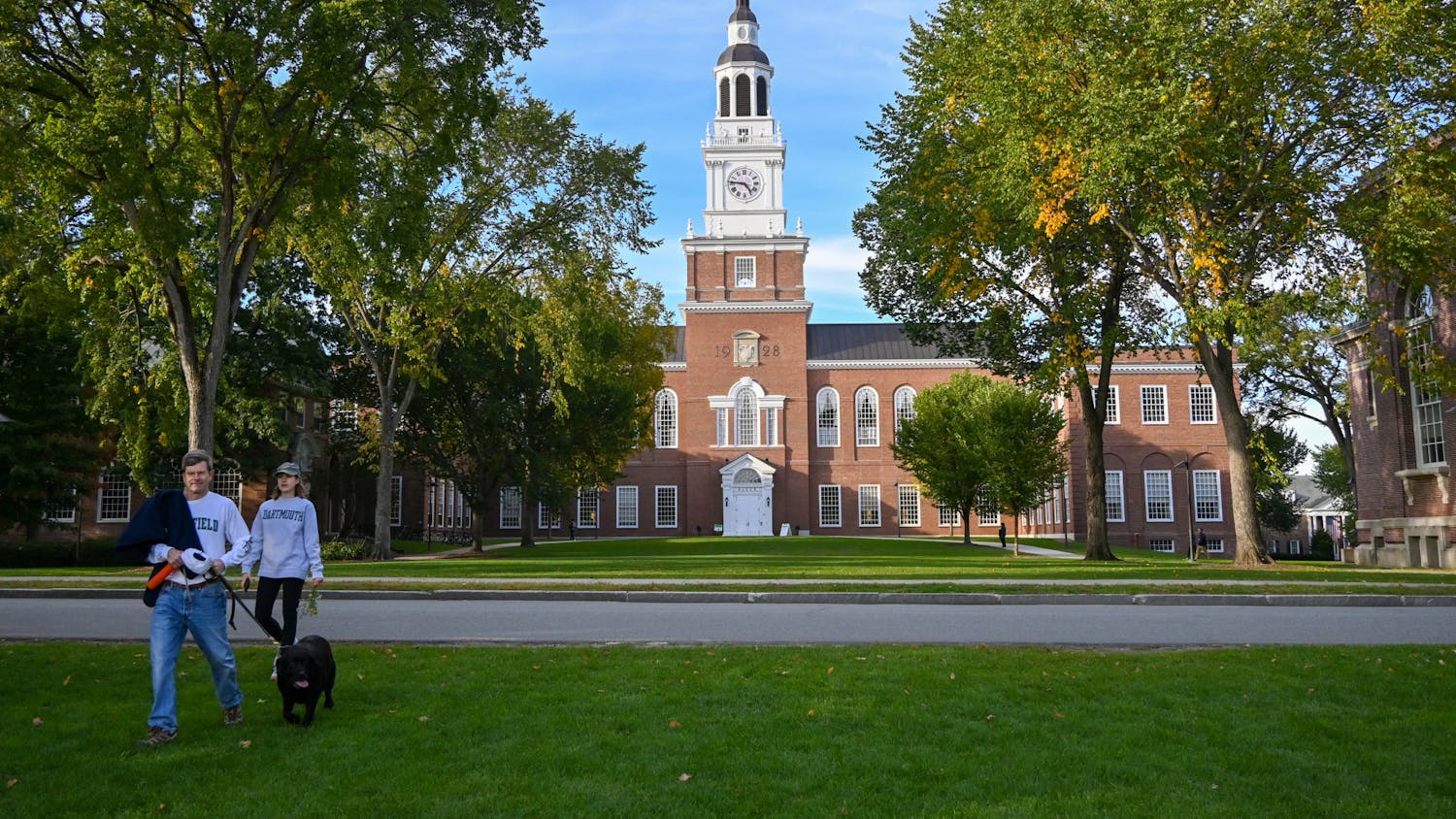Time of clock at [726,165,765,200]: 4:46
